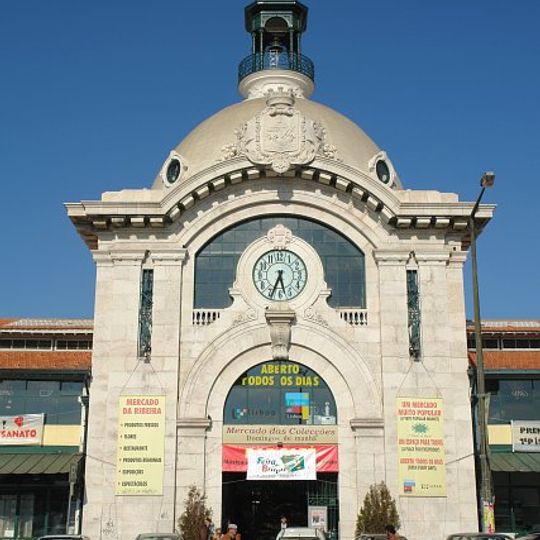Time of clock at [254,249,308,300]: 5:33
